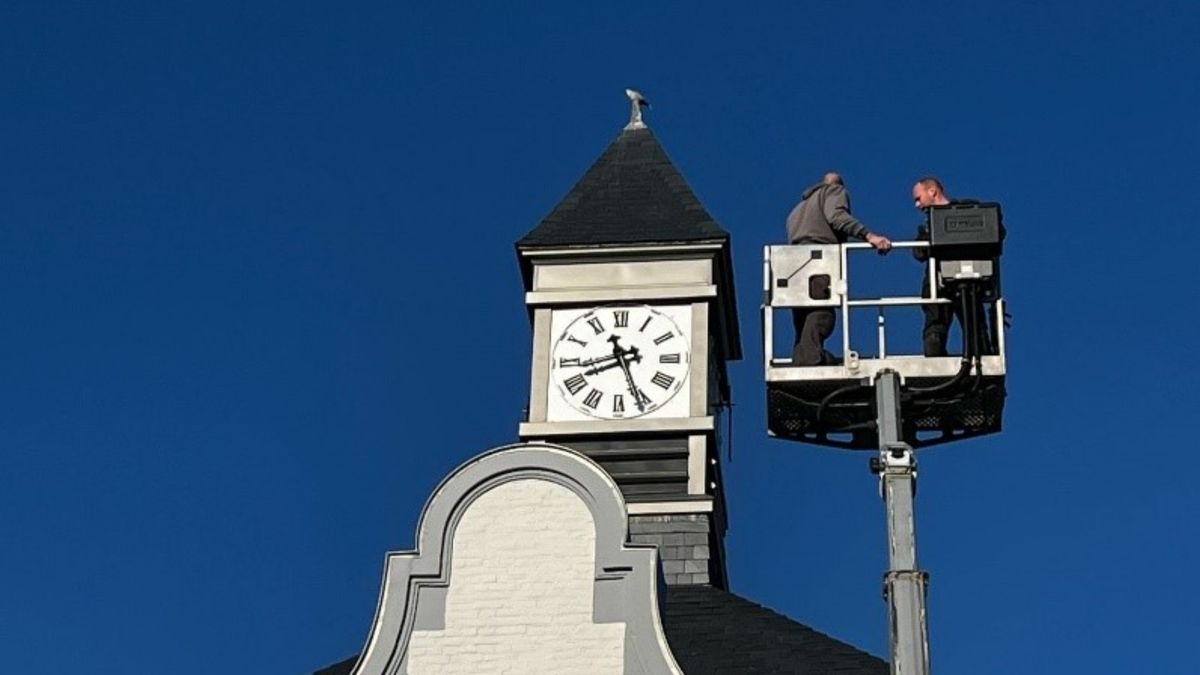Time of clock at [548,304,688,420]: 8:26
